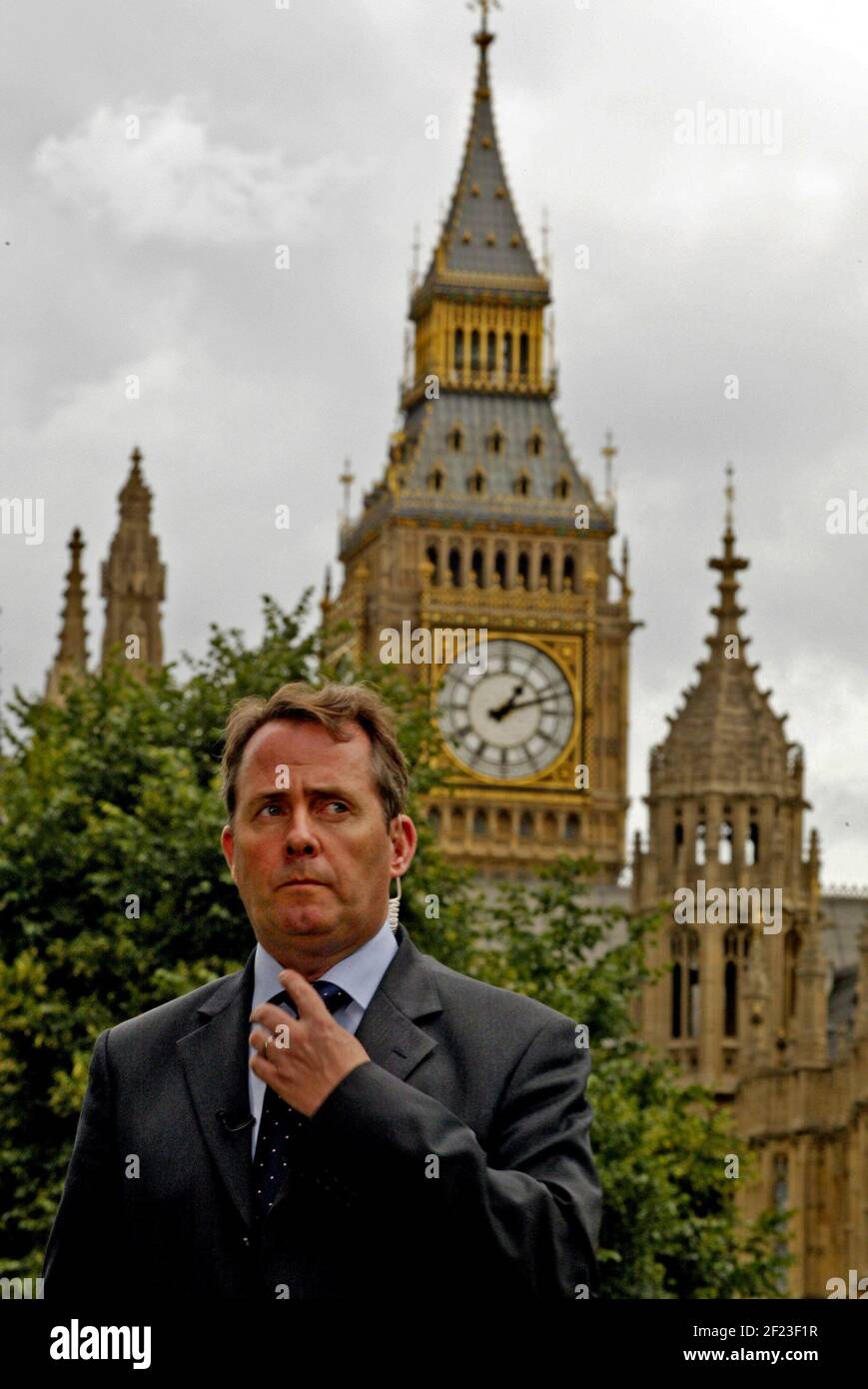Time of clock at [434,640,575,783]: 1:12
